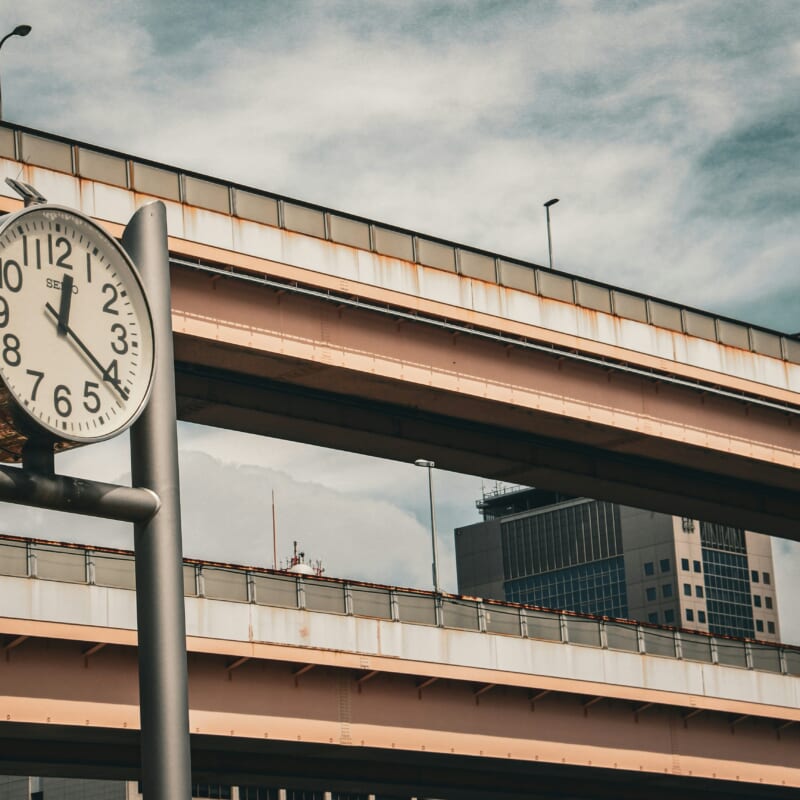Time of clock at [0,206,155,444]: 12:20
